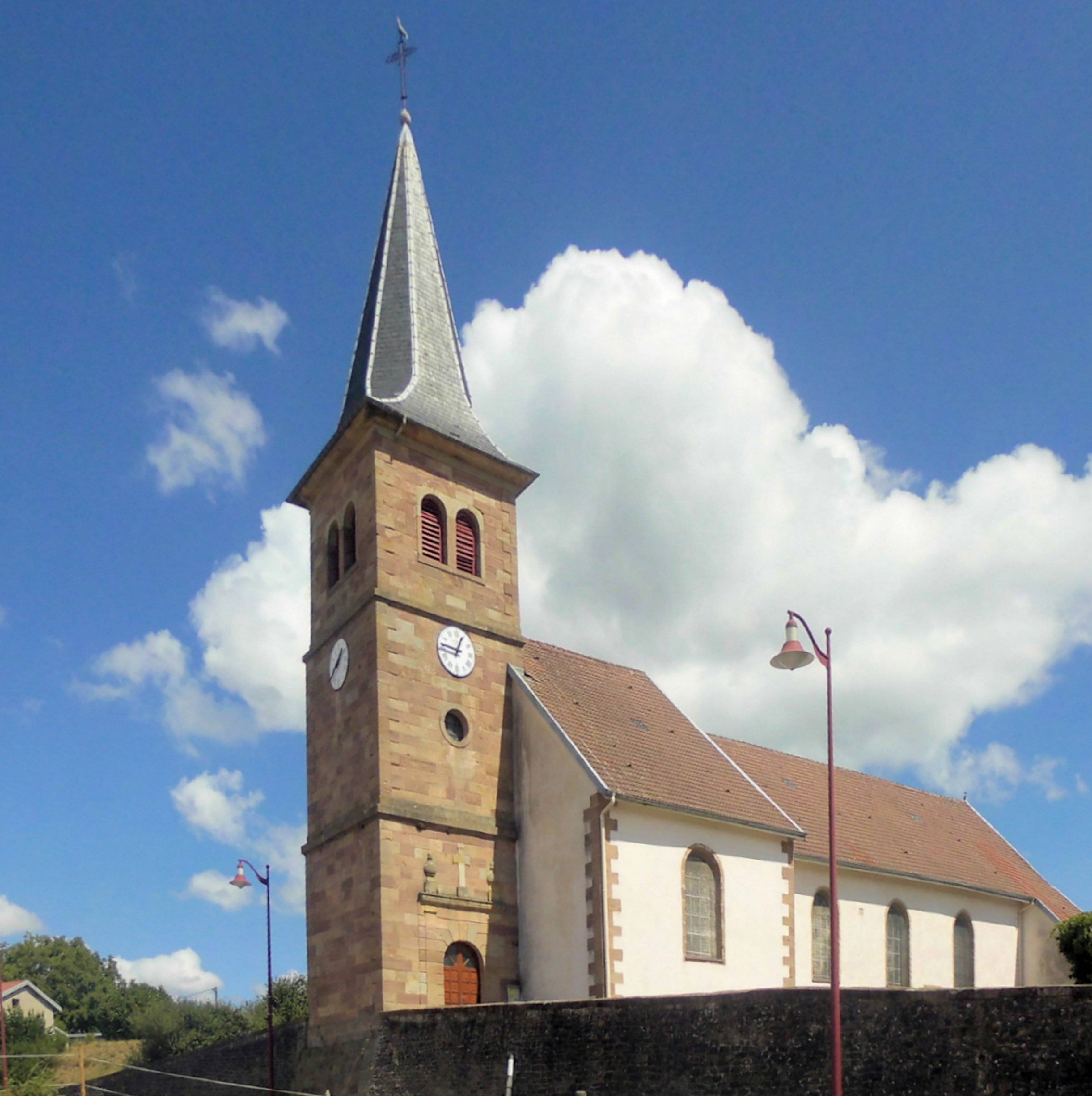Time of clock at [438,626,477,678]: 12:46
